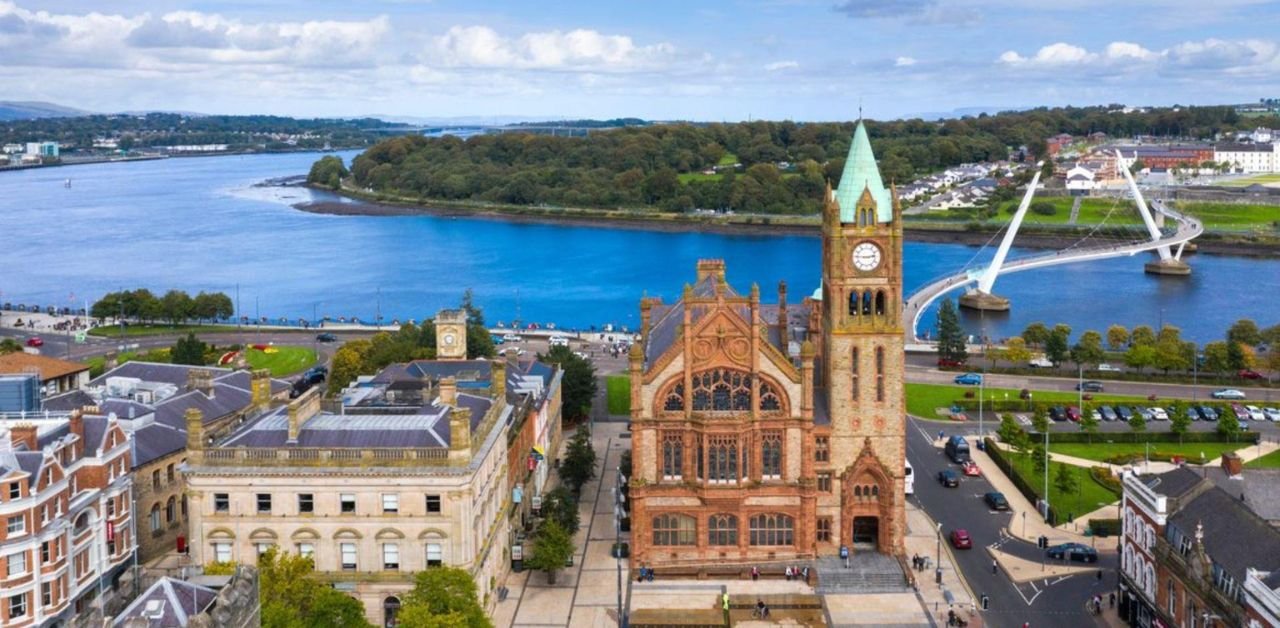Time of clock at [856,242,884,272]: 2:45
